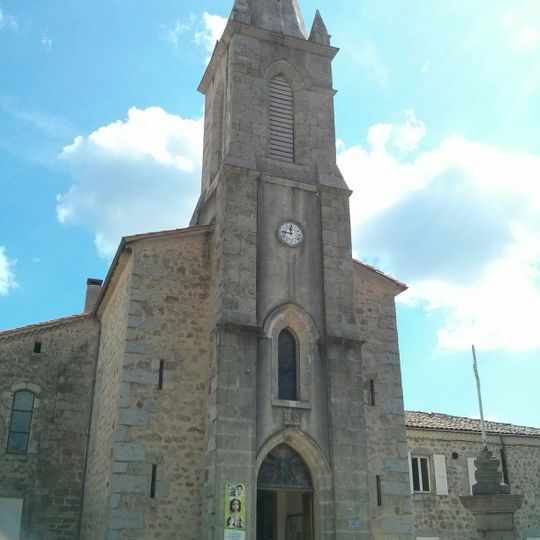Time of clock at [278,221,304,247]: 11:46
